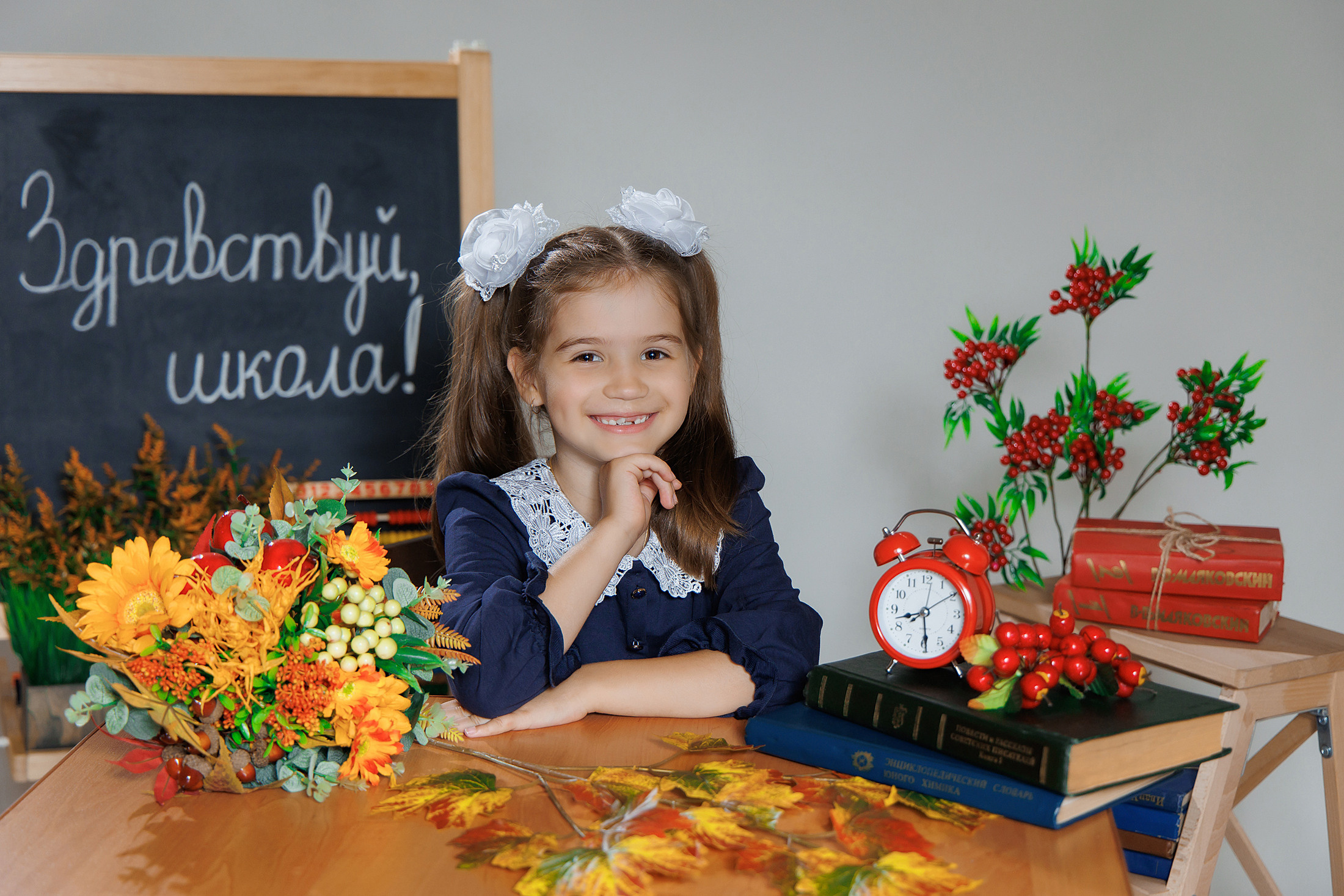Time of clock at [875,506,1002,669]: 8:29
